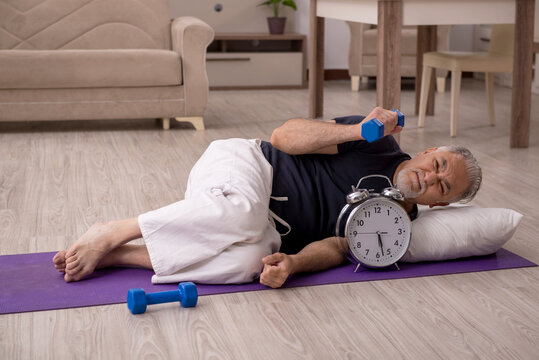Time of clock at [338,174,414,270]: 5:27
